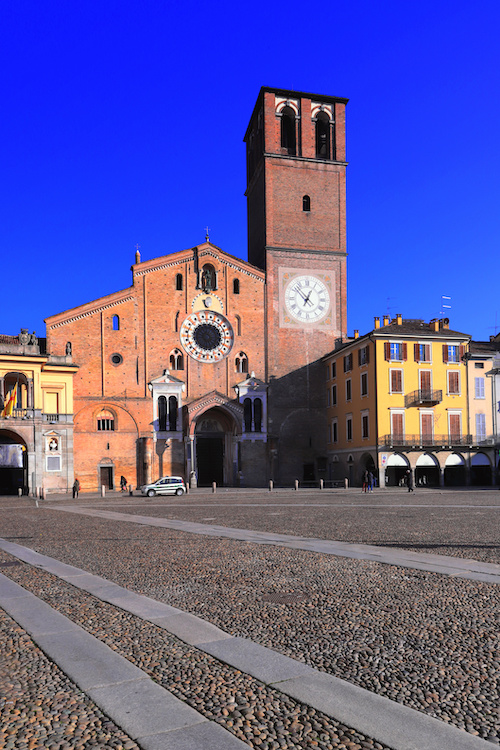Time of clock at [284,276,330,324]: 12:52
